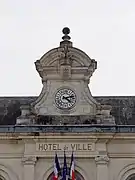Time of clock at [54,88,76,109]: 4:12
